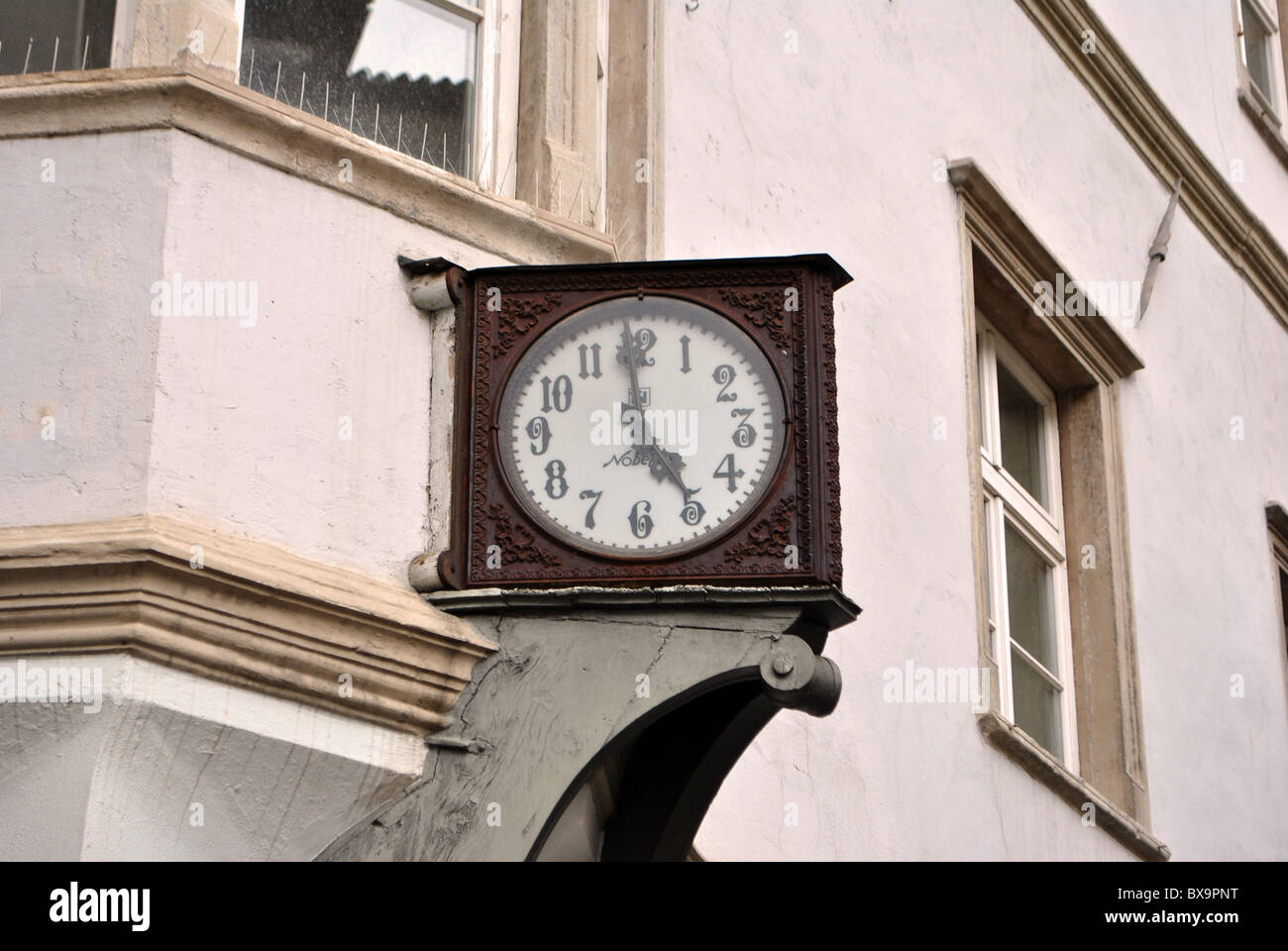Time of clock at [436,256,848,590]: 4:59
